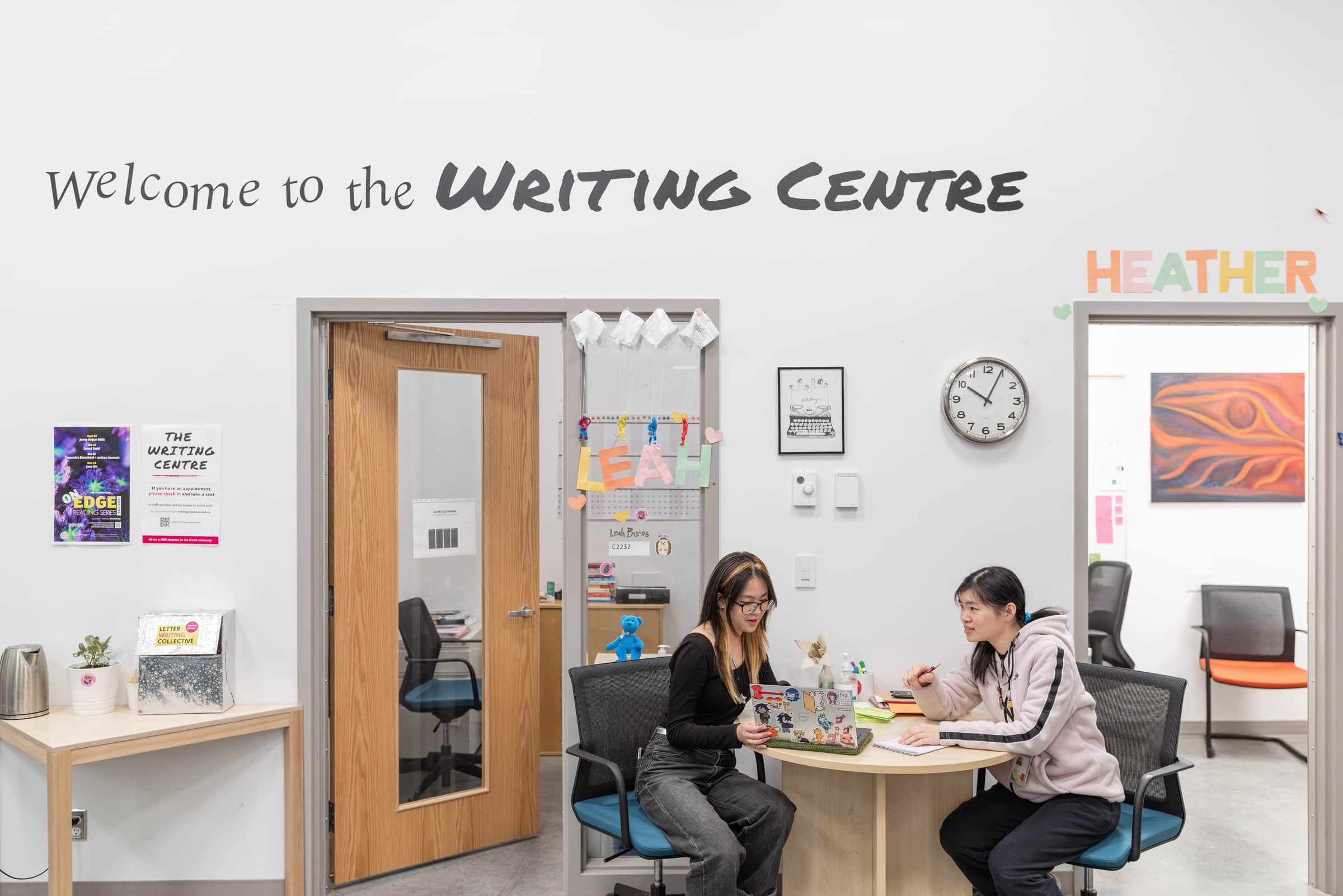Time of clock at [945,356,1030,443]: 10:04
